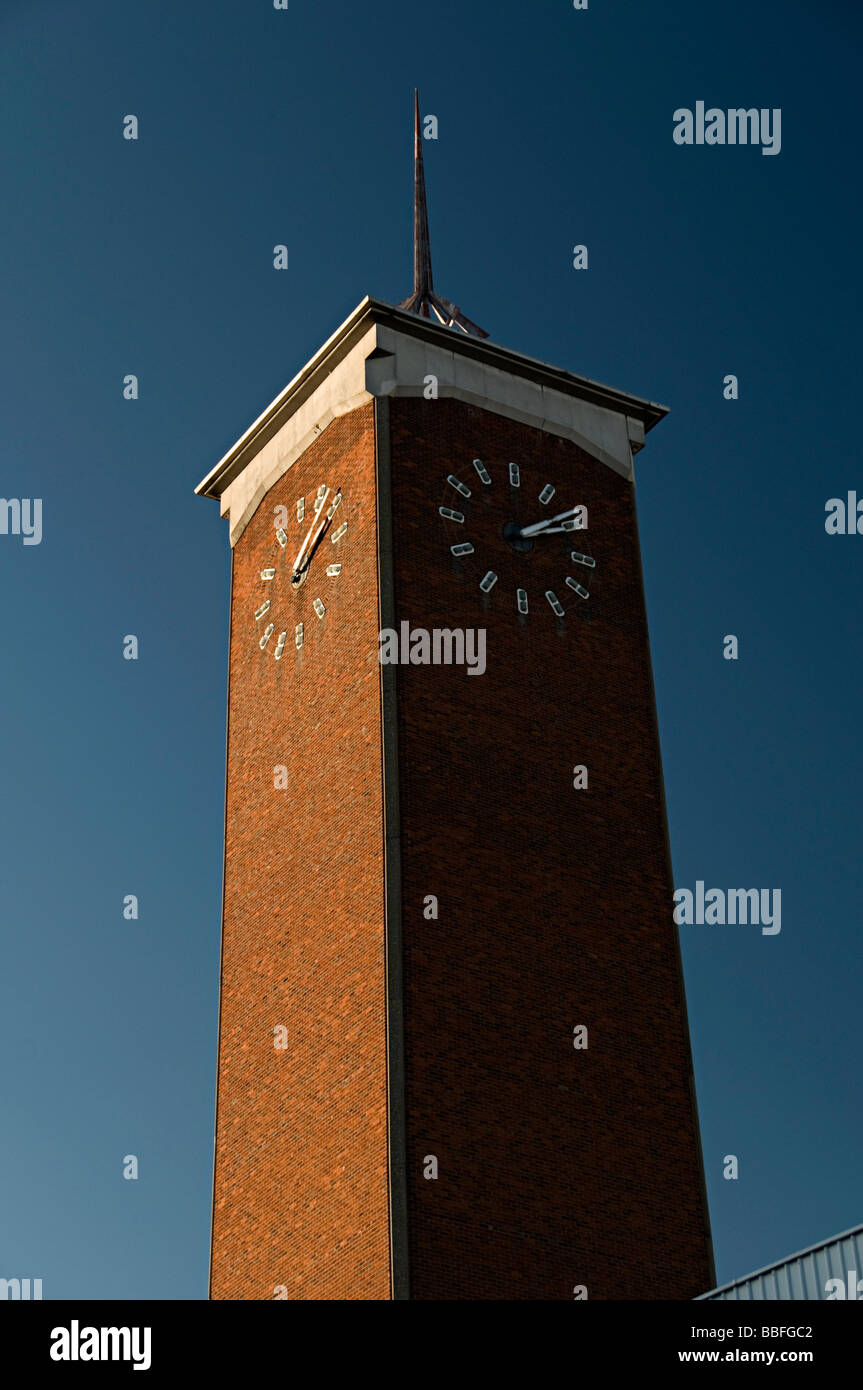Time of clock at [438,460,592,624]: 2:09
